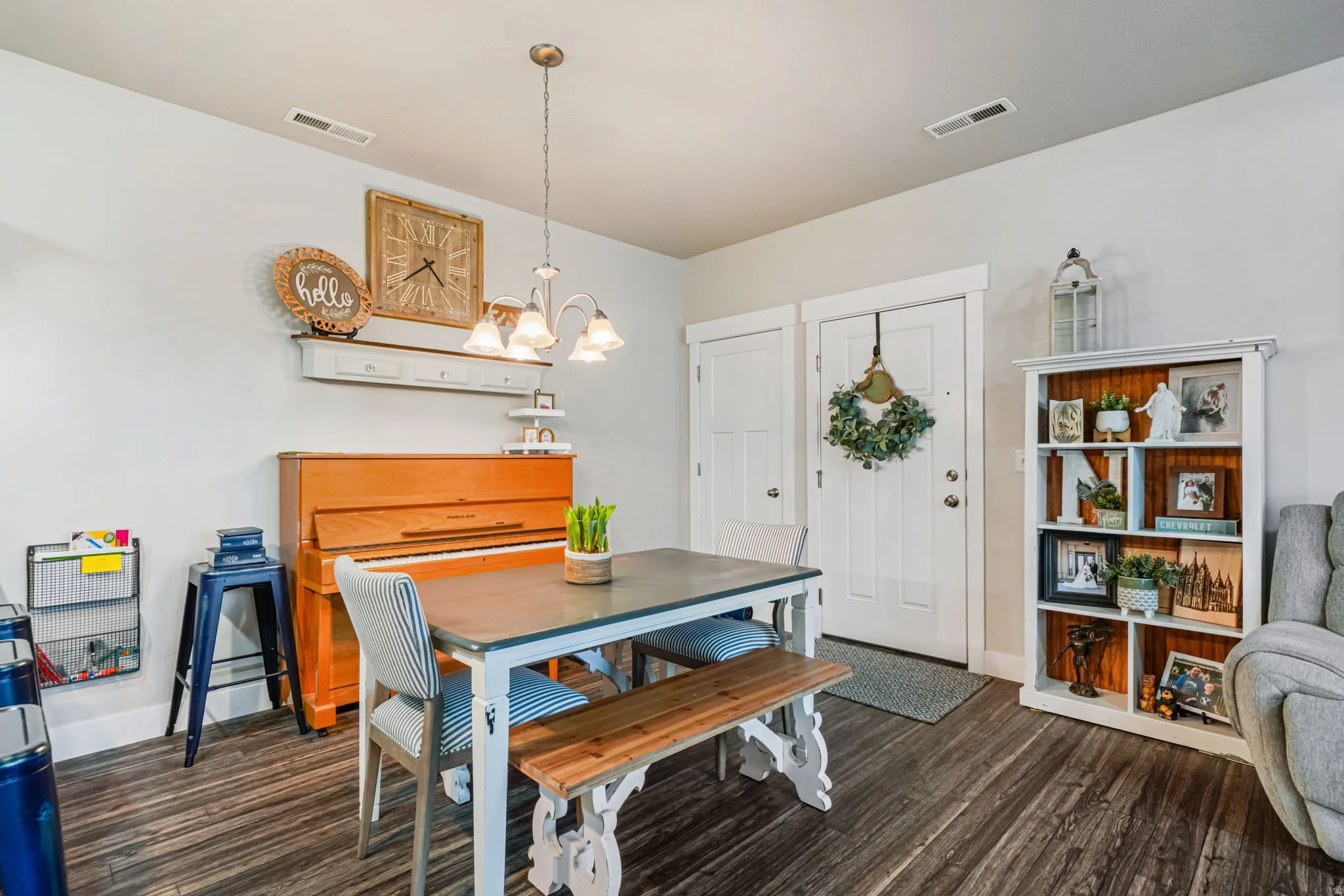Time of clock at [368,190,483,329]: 4:38
